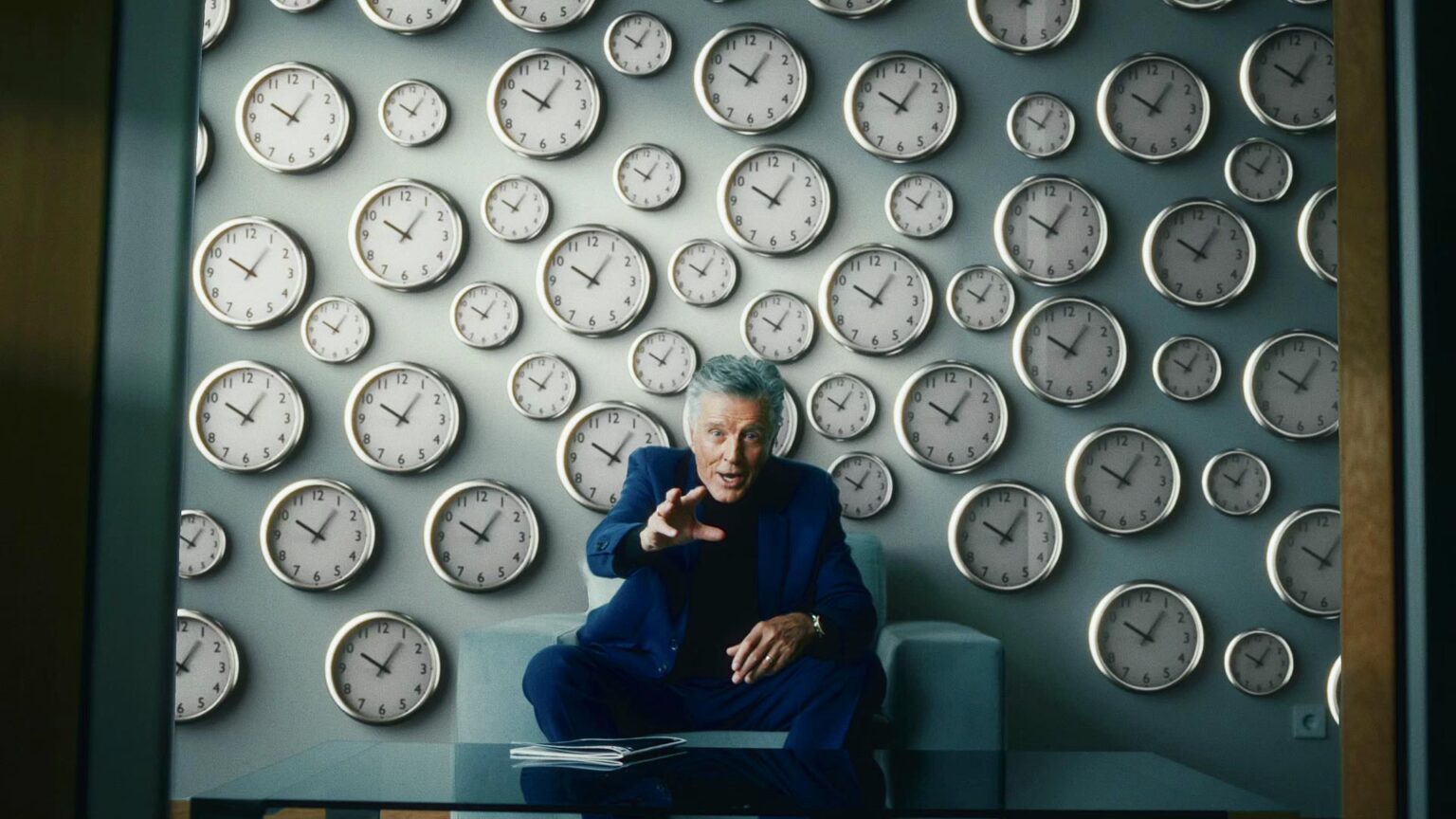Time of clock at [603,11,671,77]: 10:06
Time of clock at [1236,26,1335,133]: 10:06
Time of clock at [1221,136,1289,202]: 10:05
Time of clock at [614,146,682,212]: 10:05
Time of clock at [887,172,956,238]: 10:05
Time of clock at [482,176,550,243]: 10:05
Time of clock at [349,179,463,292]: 10:05
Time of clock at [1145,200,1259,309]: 10:06
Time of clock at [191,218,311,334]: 10:05
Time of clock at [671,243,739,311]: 10:05
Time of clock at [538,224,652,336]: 10:05
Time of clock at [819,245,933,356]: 10:05
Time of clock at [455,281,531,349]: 10:05
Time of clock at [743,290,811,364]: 10:05
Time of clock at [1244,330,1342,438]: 10:06
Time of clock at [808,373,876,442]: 10:05
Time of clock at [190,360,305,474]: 10:05
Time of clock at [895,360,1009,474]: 10:06
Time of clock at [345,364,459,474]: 10:05
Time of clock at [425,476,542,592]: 10:05
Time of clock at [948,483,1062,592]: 10:05
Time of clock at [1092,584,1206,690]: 10:05
